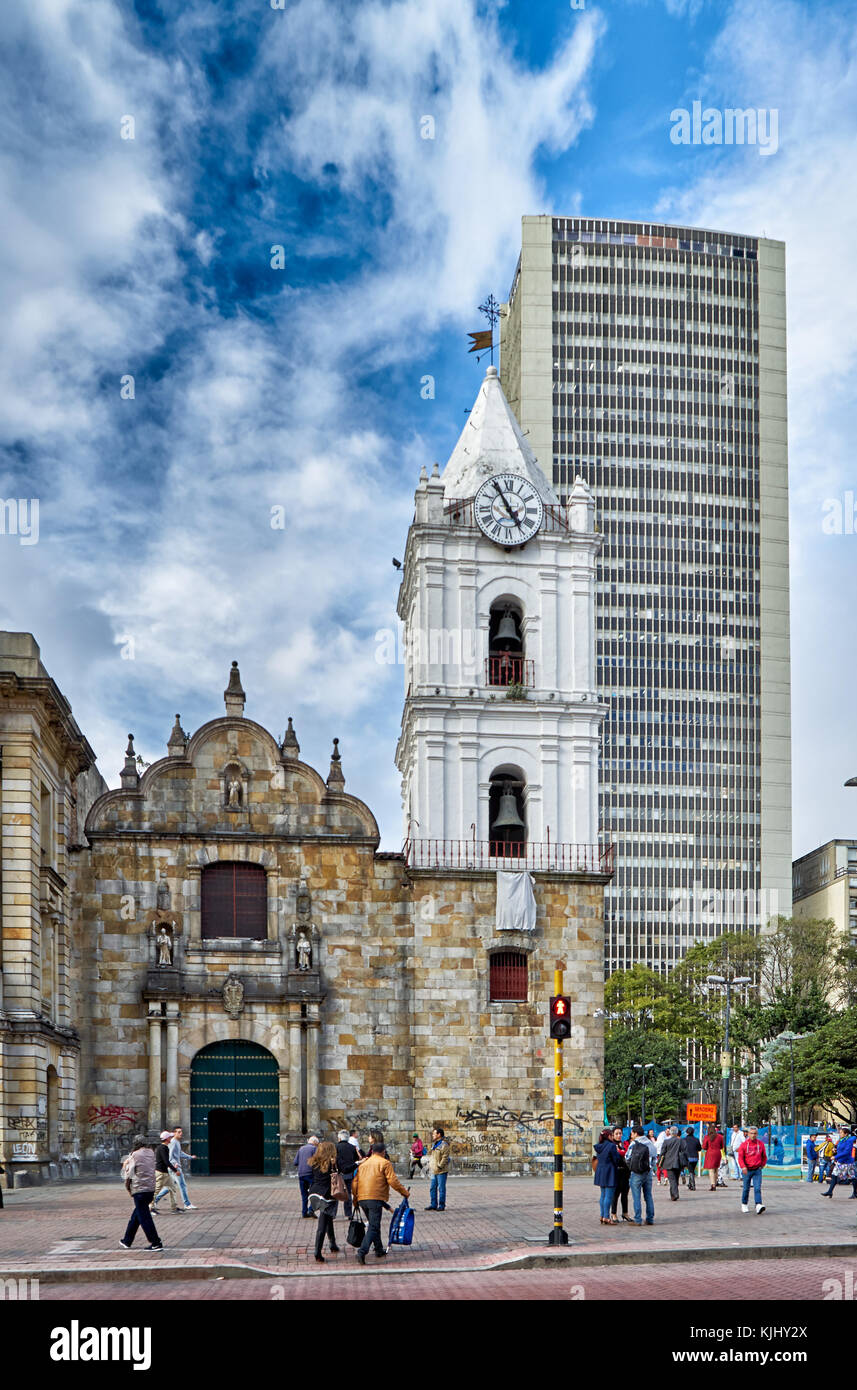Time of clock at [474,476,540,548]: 4:54
